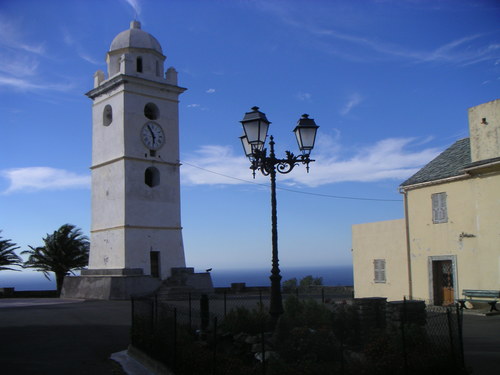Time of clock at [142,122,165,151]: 5:54
